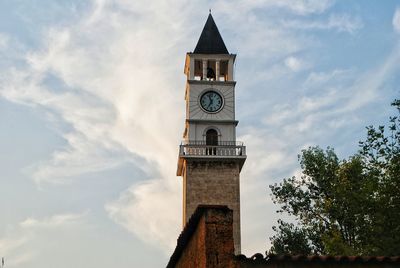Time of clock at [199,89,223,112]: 6:56
